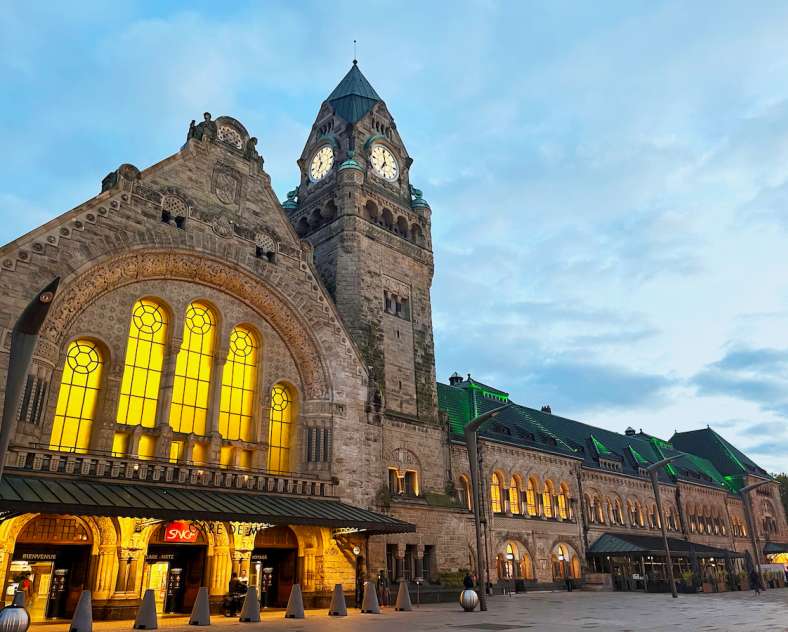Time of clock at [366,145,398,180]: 6:58
